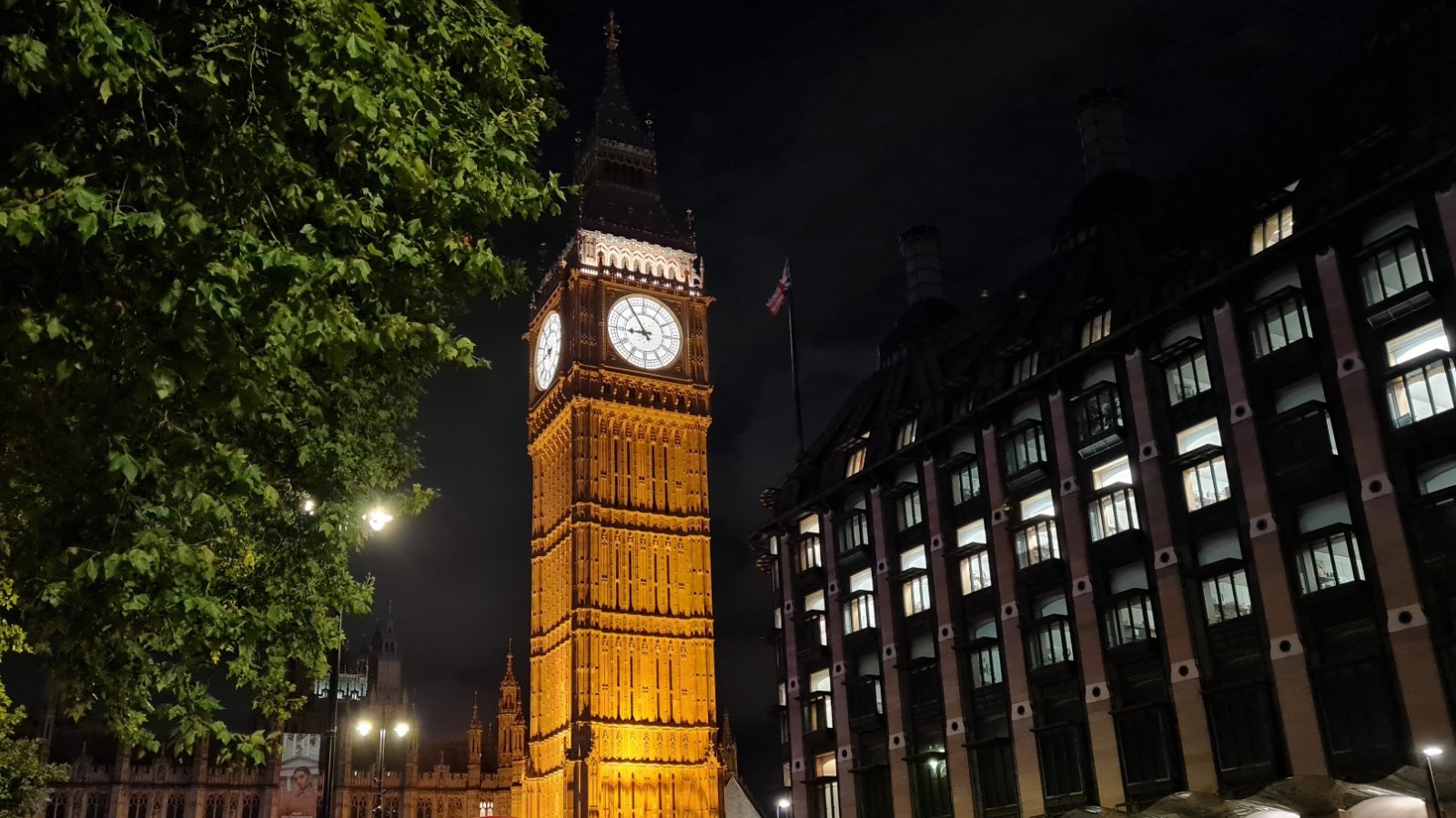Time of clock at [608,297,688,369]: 8:54
